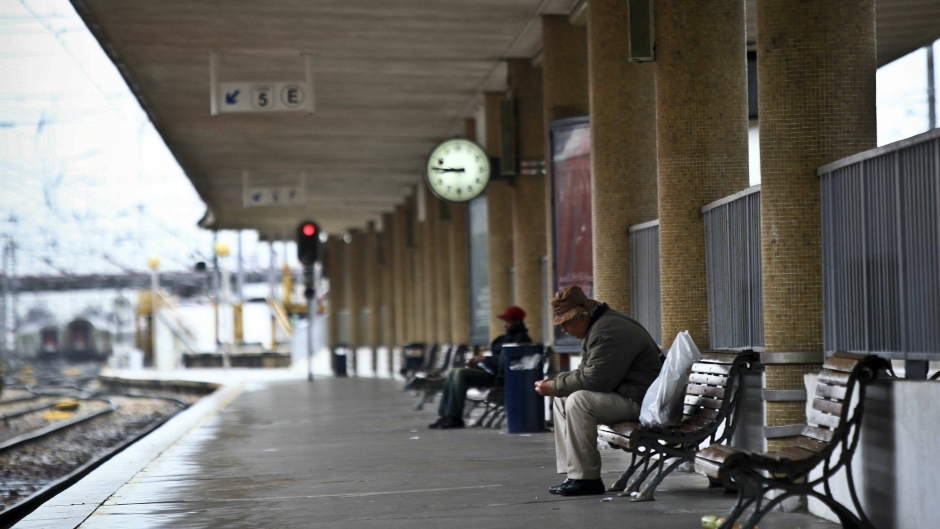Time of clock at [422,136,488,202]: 8:46
